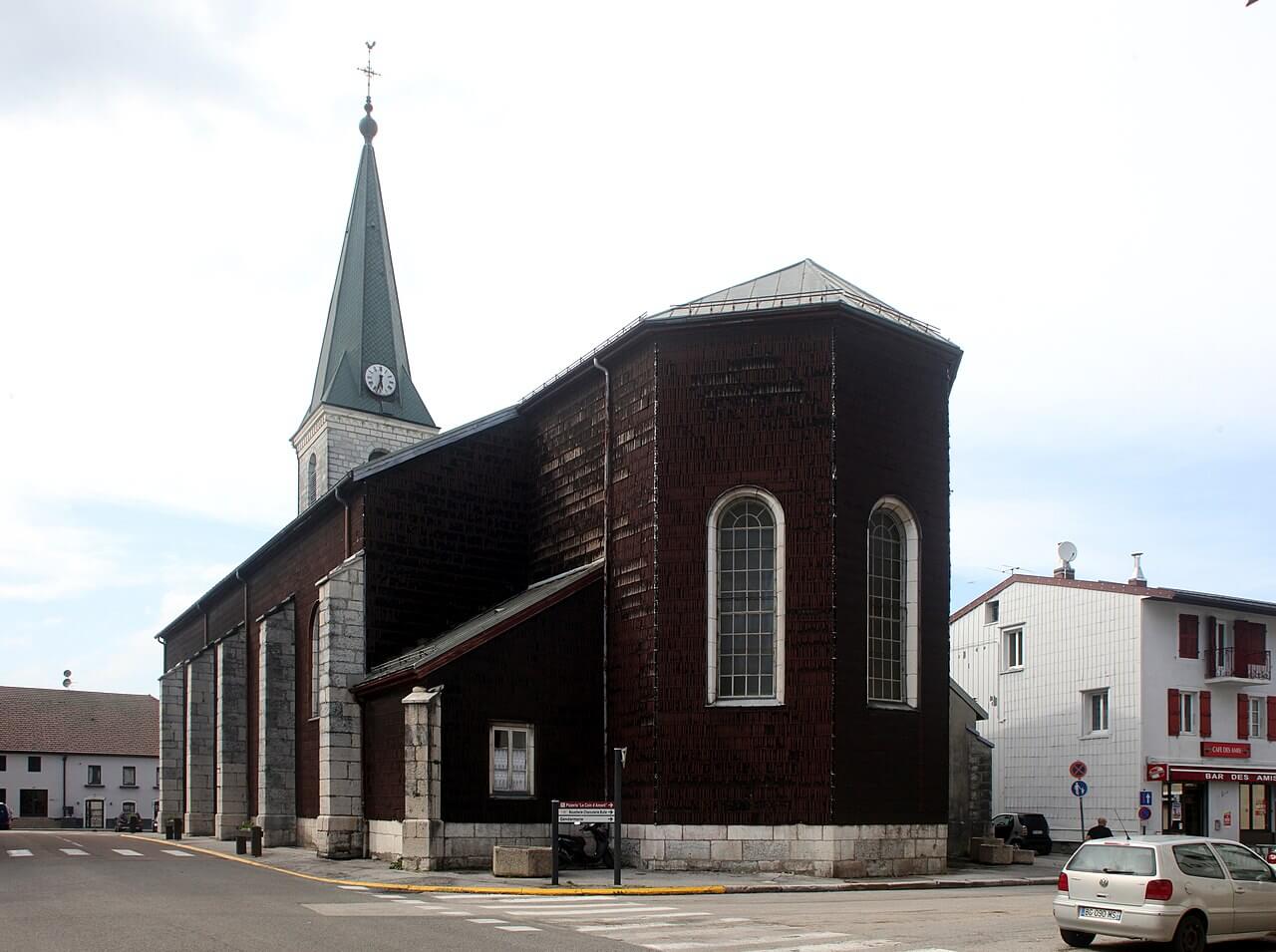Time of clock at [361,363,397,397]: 5:32
